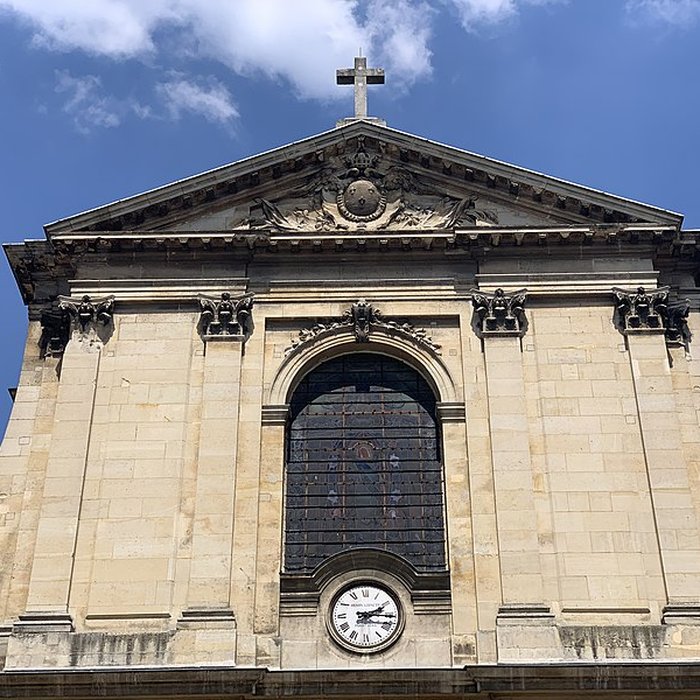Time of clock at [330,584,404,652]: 2:15
